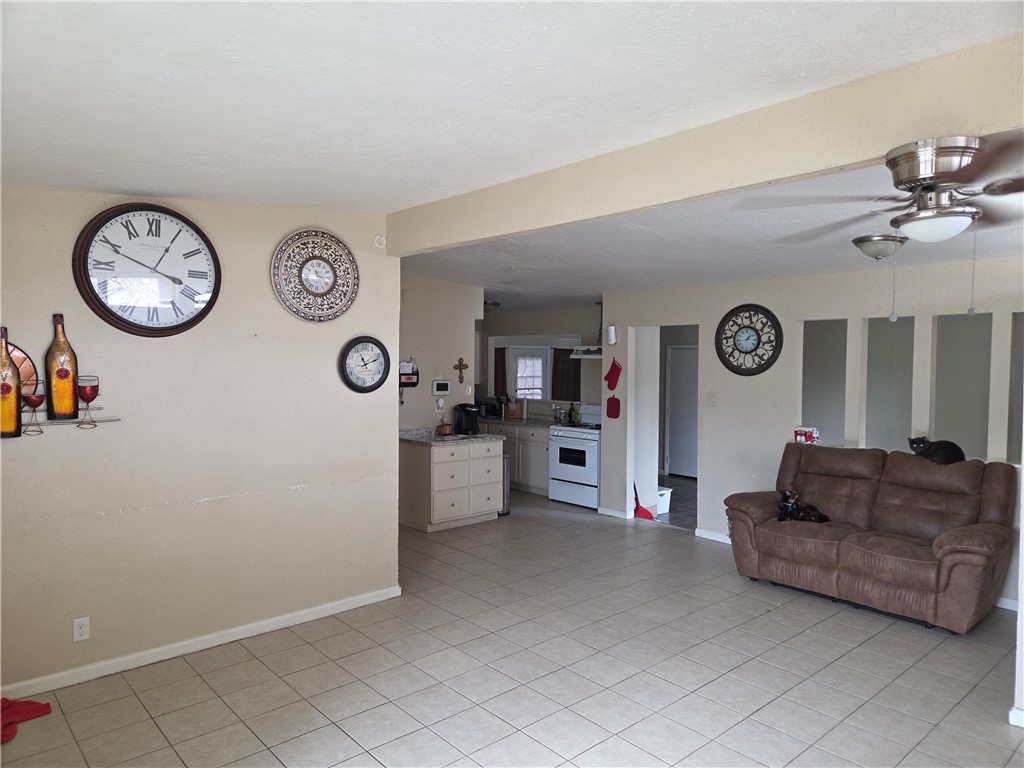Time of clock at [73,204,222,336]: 3:48
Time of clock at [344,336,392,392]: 11:11
